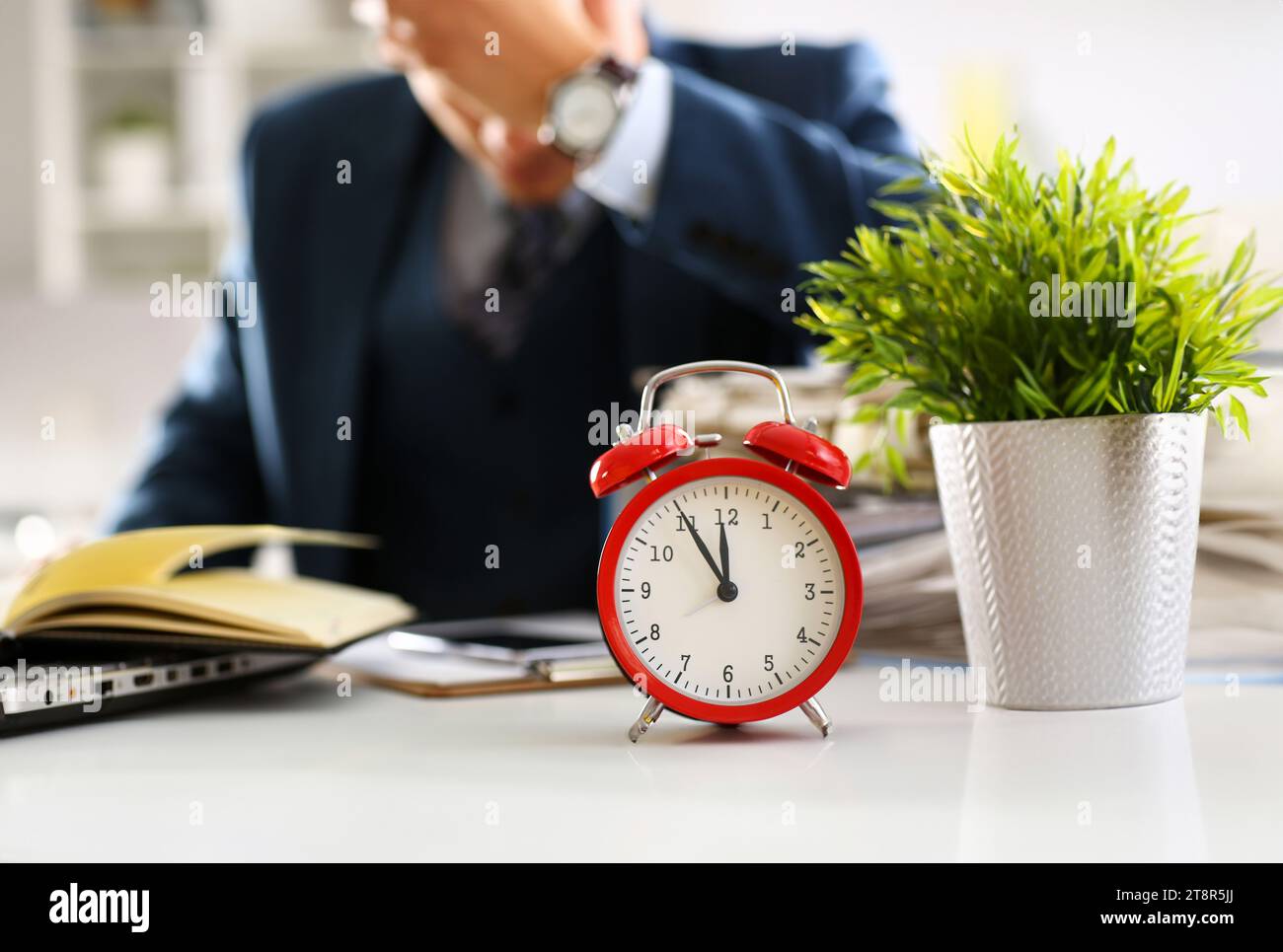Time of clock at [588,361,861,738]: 11:54
